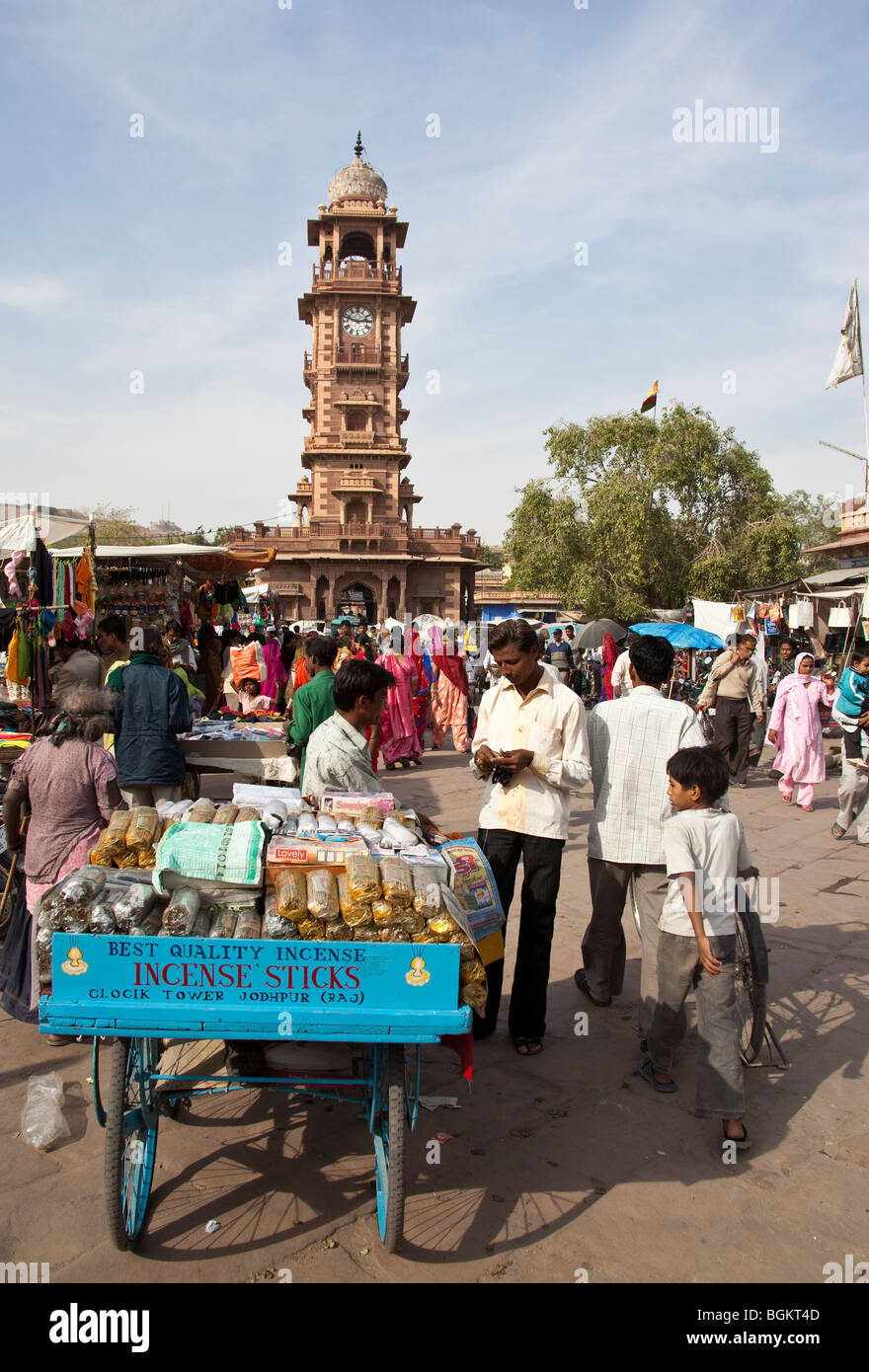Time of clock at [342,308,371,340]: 2:48
